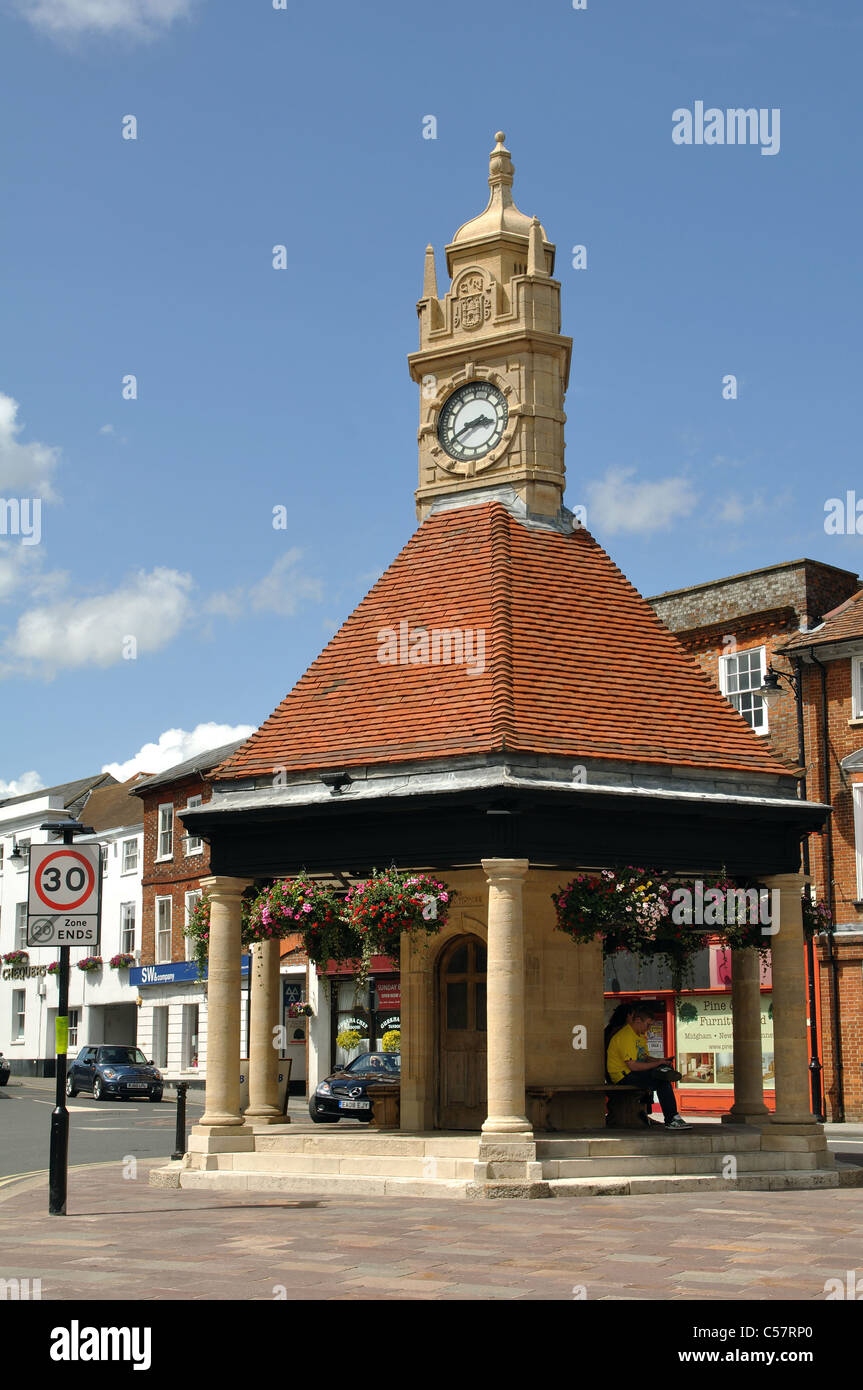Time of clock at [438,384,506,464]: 2:40
